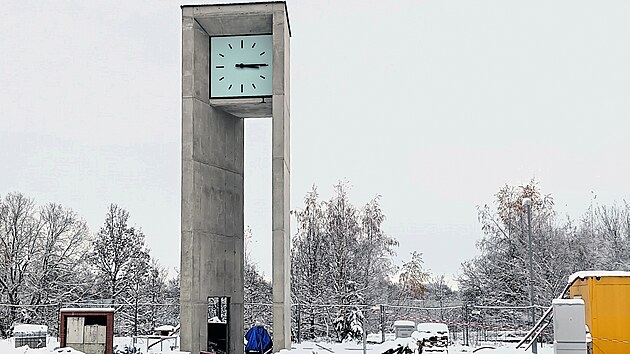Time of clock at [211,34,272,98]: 3:14
